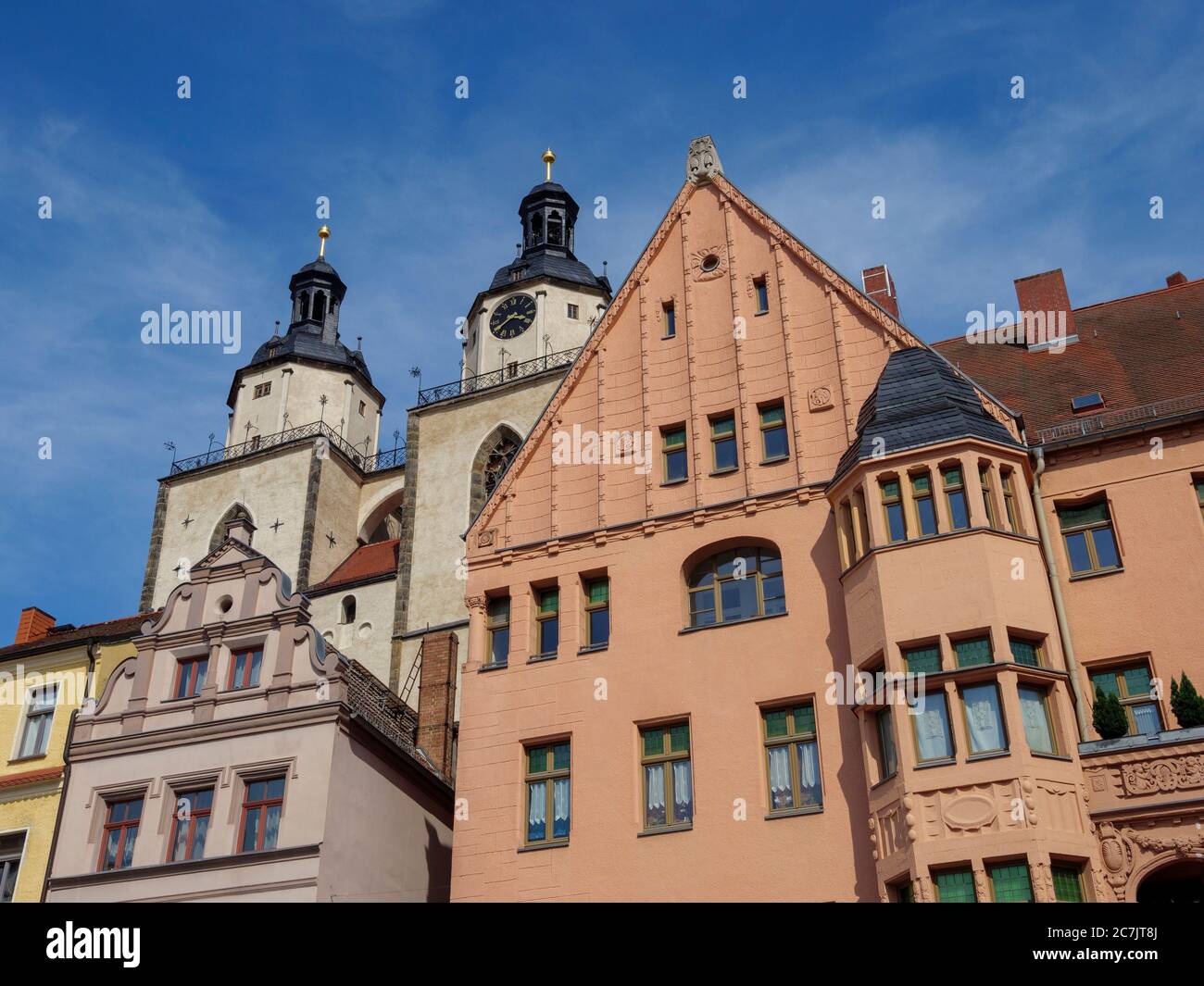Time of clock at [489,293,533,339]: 3:39
